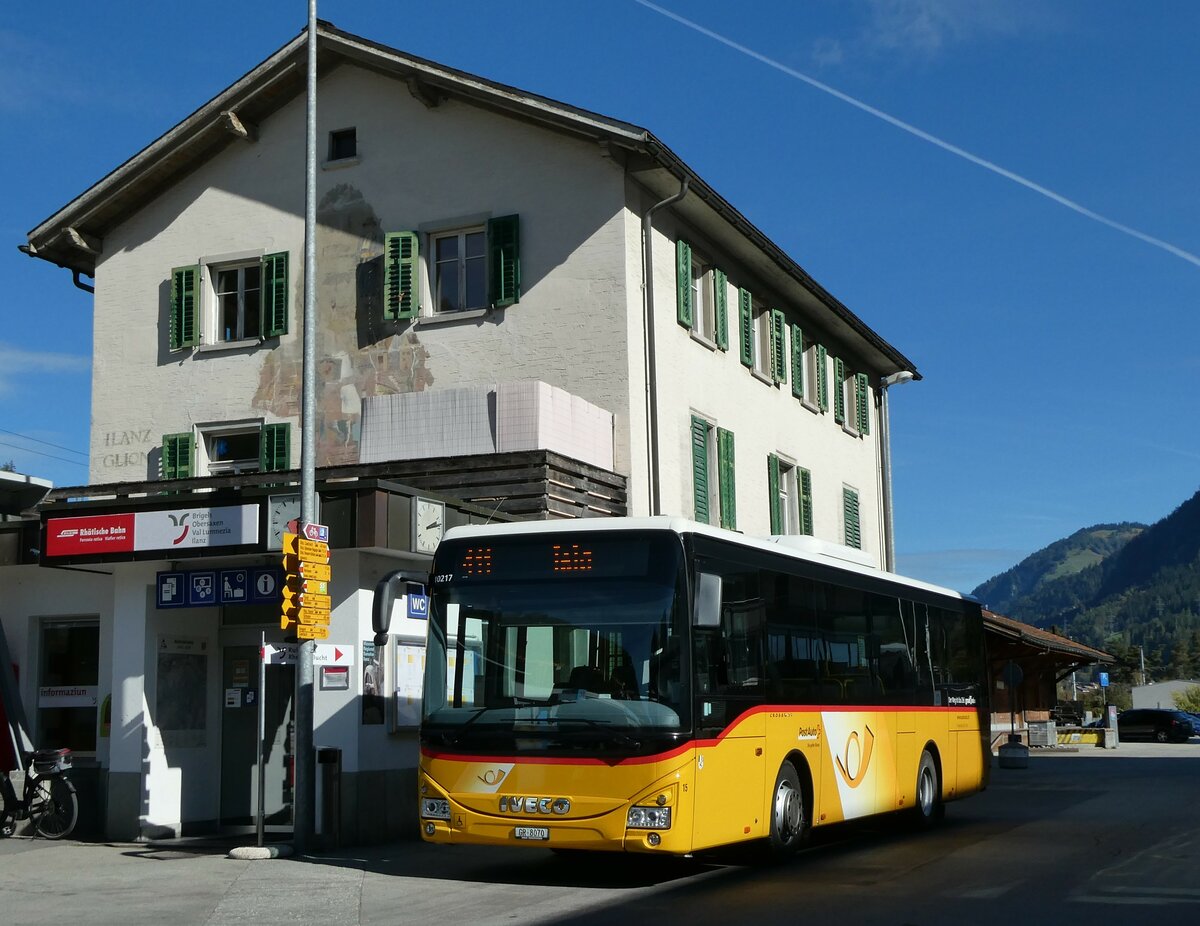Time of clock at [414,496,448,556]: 2:13
